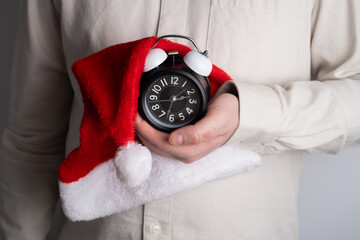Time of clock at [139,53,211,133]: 2:32
